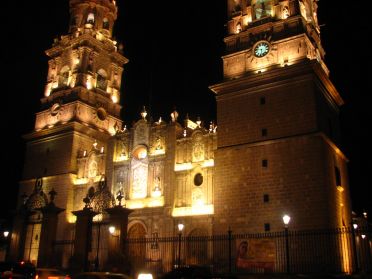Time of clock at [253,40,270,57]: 5:45
